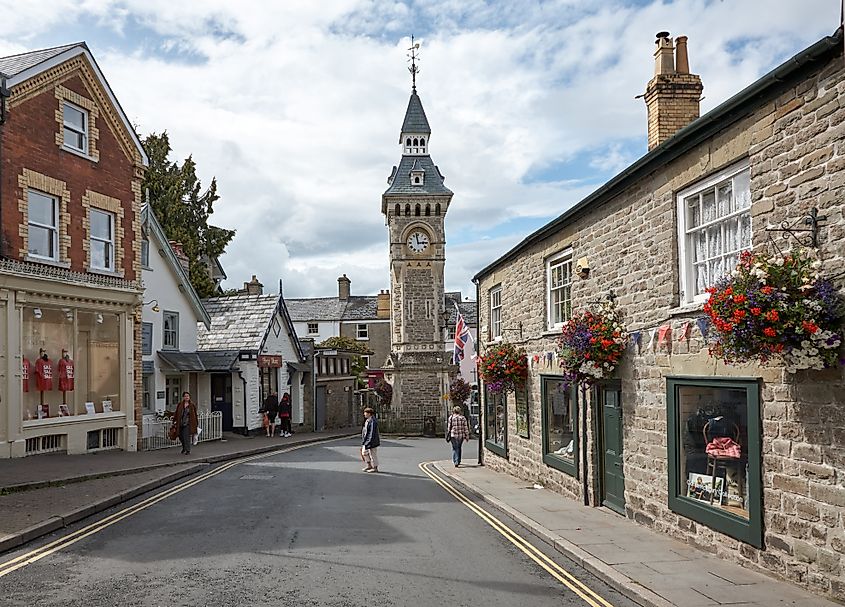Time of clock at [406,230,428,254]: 2:58
